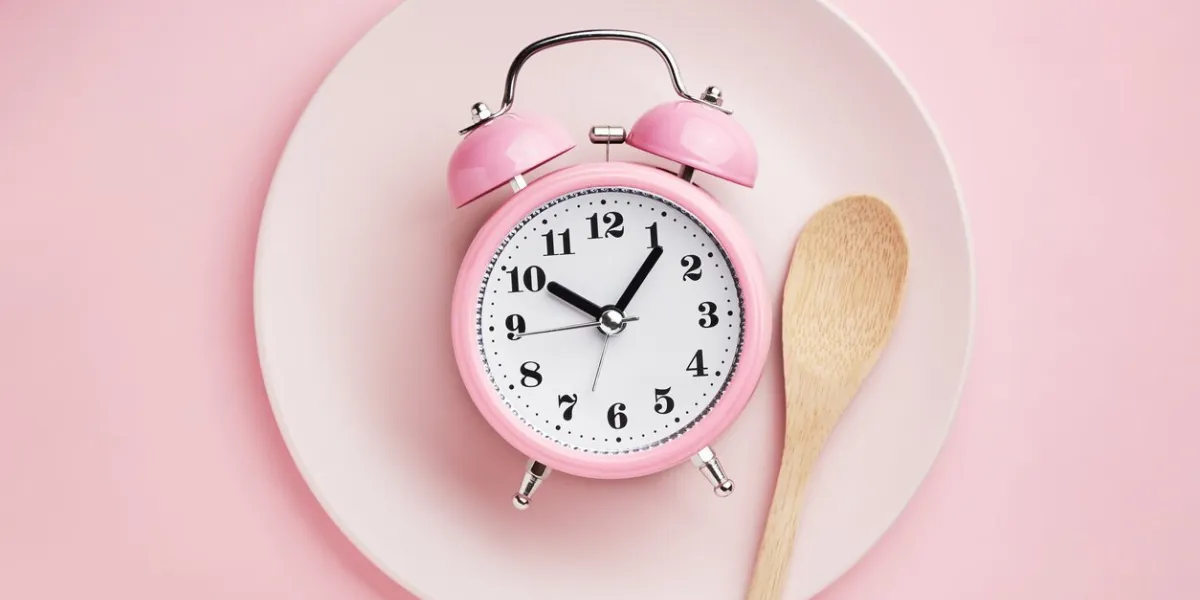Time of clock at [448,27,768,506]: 10:06
